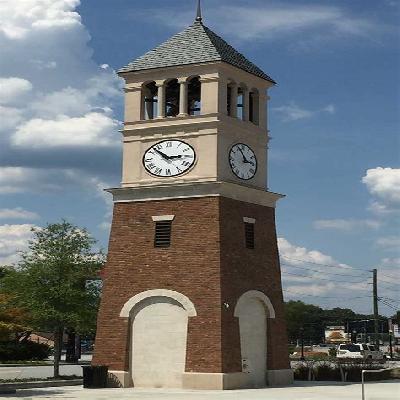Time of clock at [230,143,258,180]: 2:55
